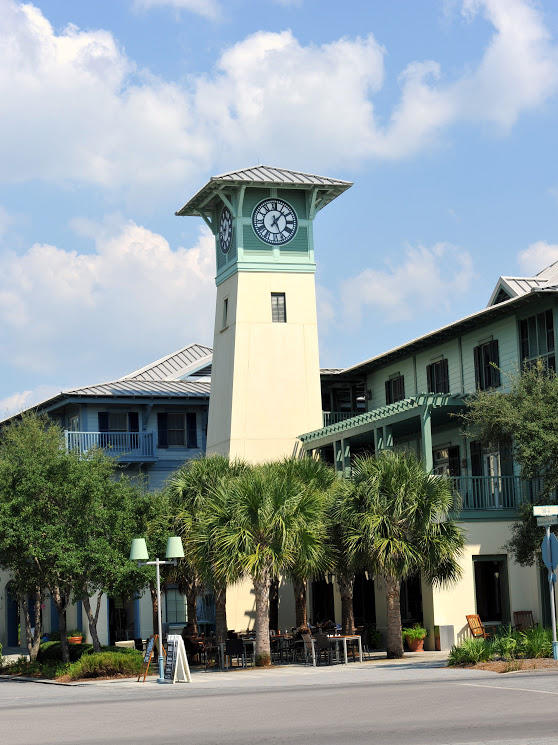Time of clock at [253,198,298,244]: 1:26
